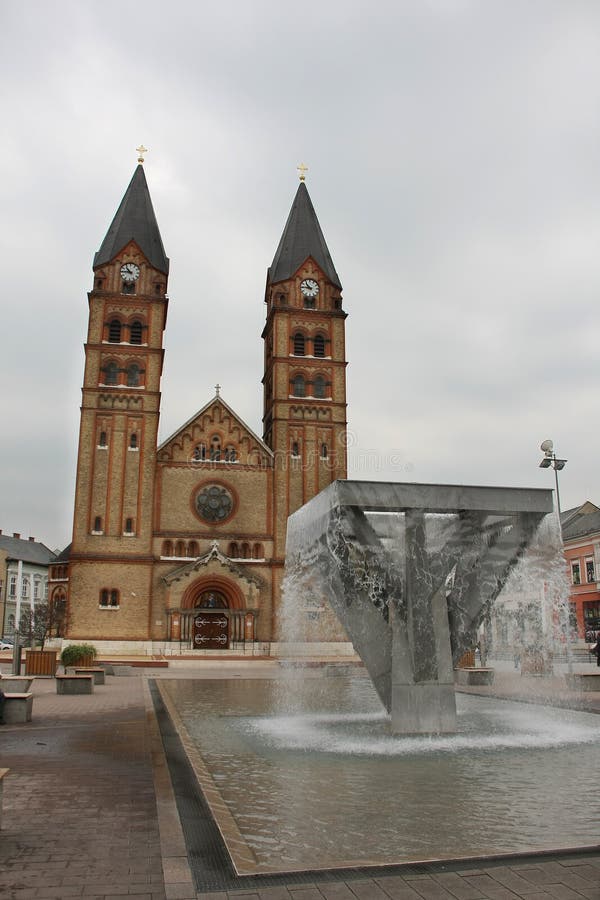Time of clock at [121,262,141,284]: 10:45
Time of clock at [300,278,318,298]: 10:45
